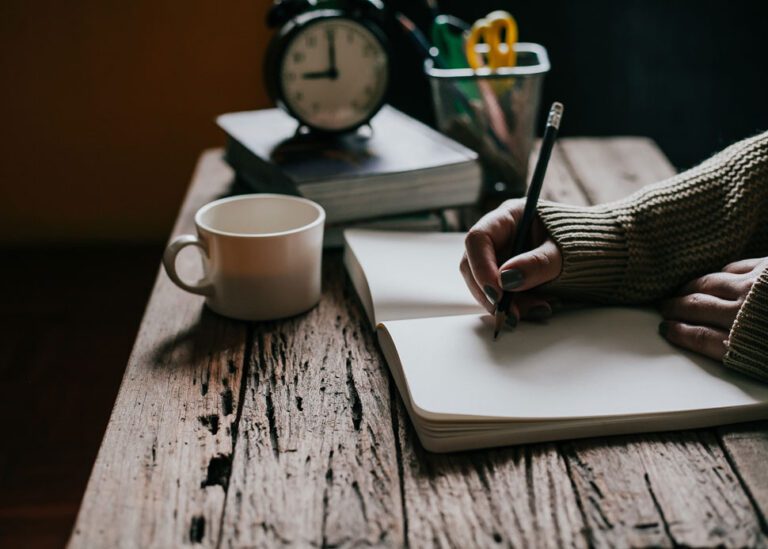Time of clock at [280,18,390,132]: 9:00
